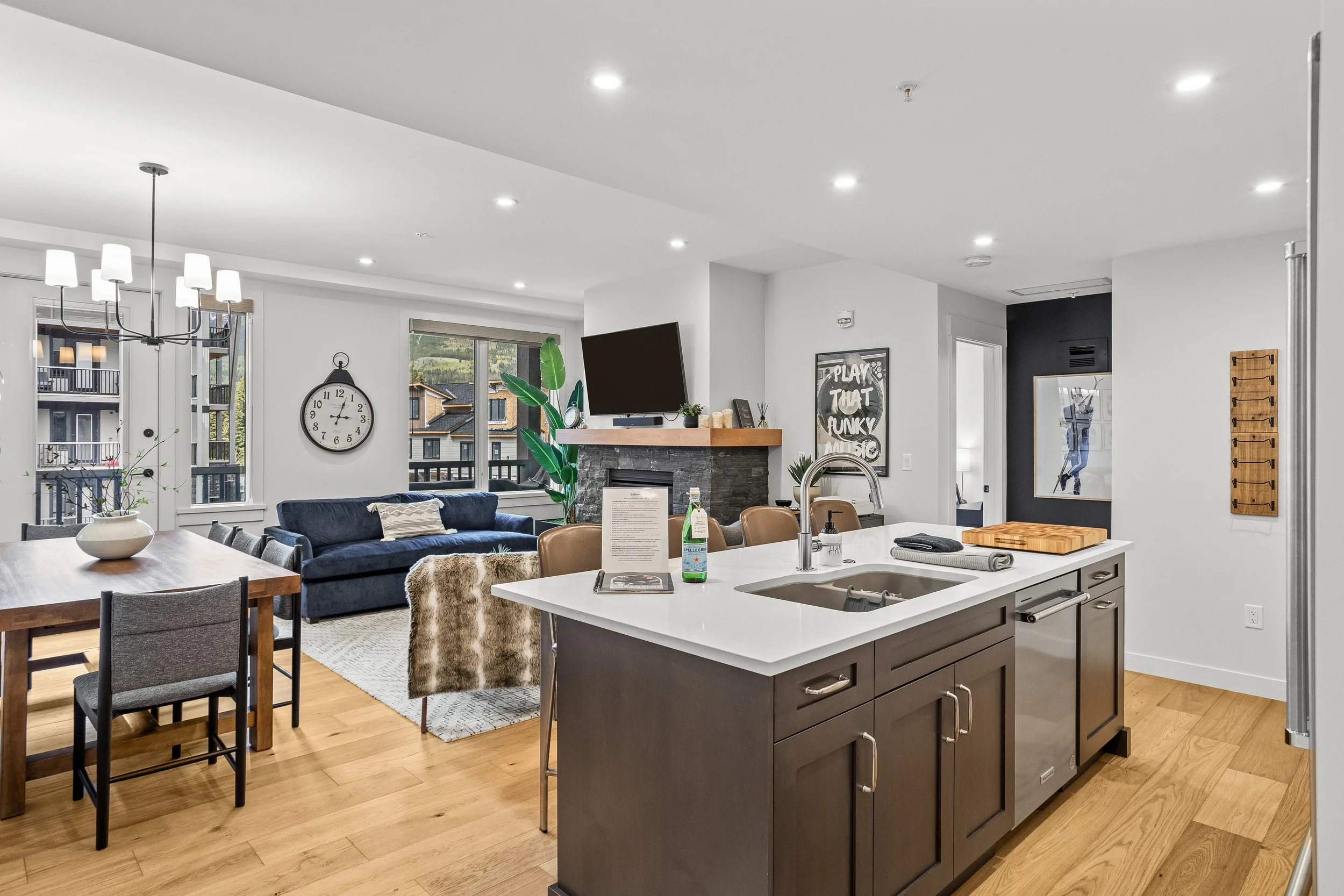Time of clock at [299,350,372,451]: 3:02
